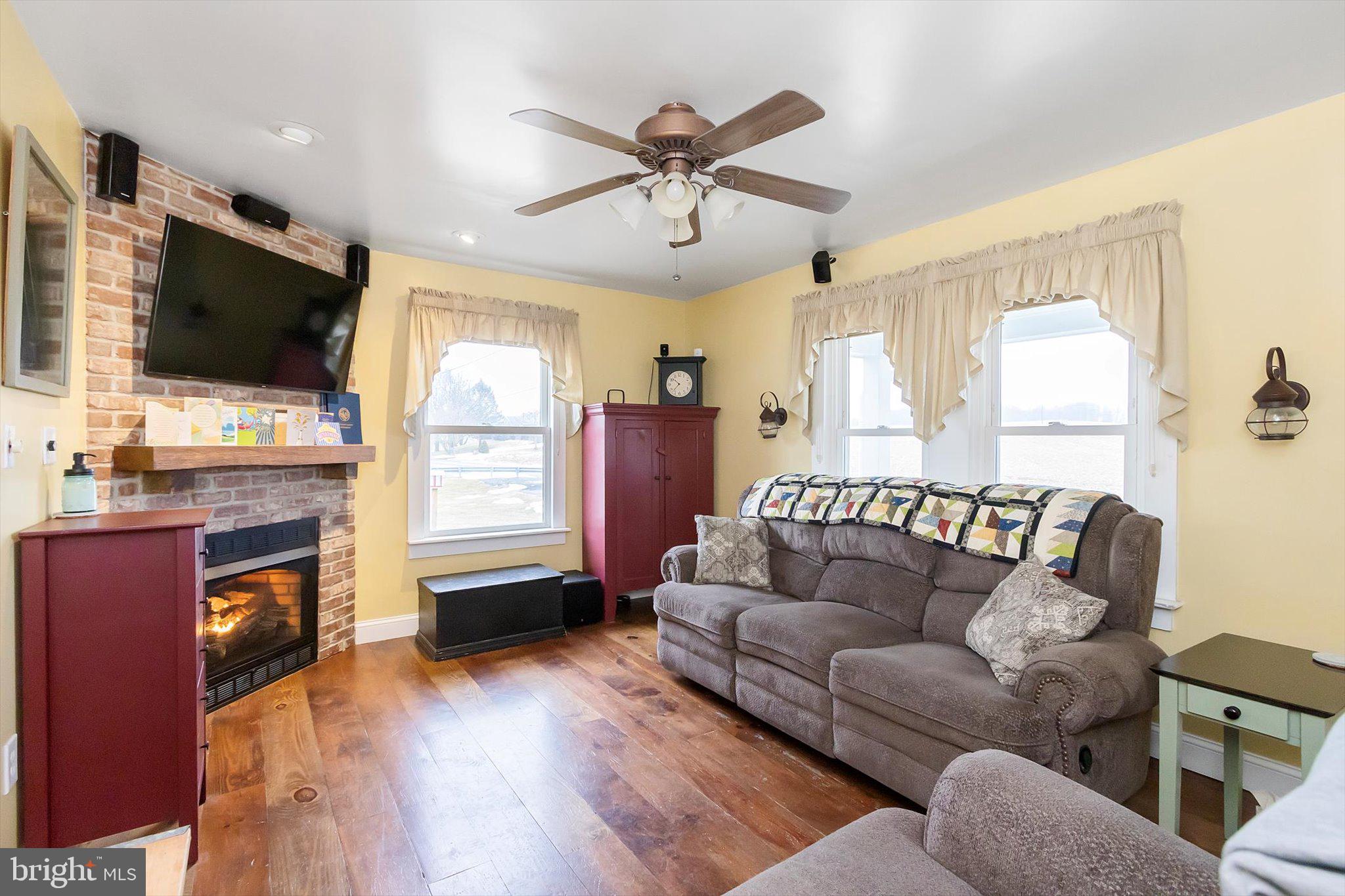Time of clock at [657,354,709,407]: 7:51
